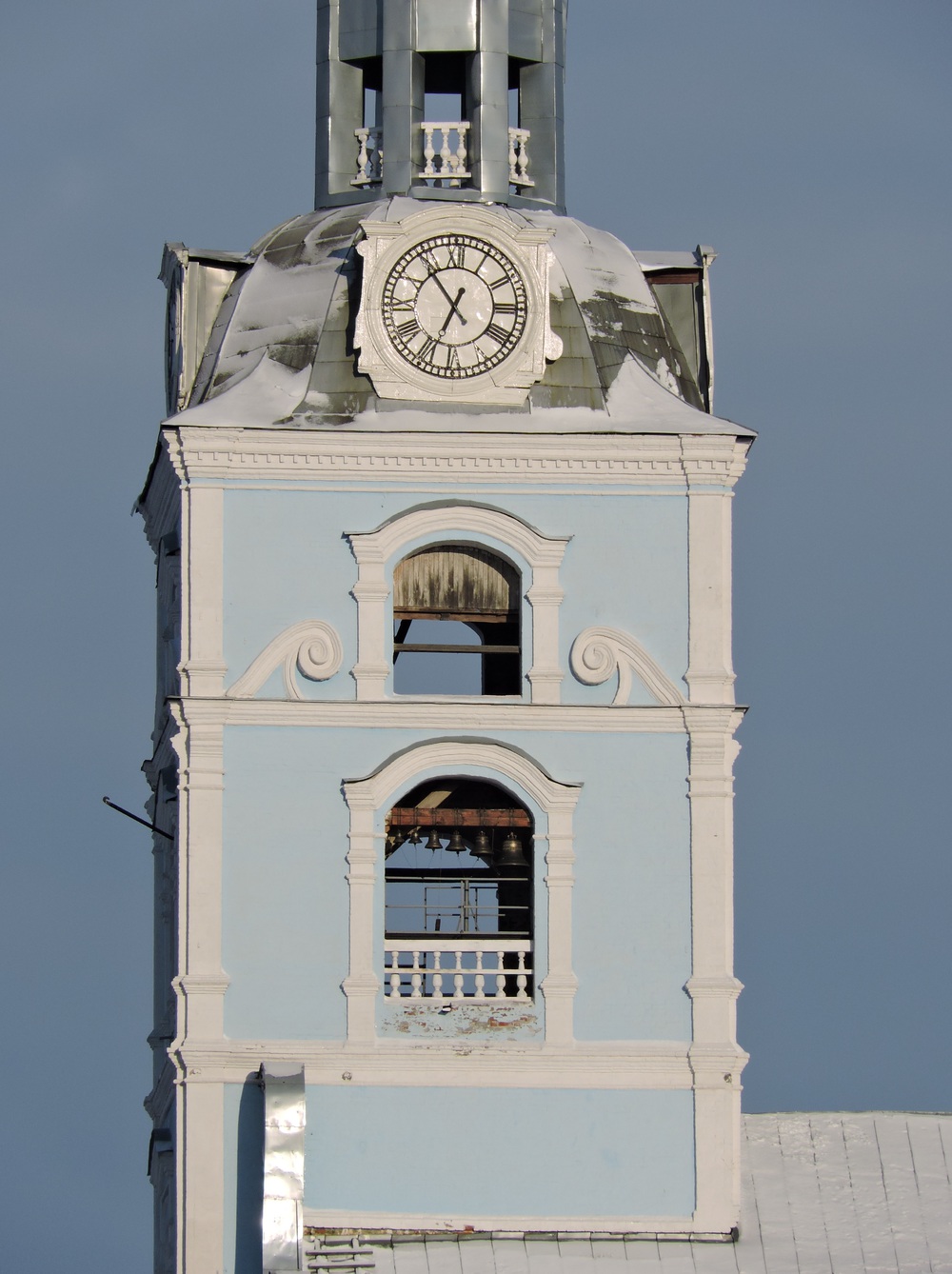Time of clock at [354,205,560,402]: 6:53
